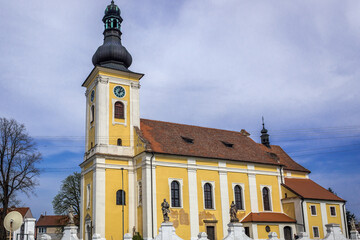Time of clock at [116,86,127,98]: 2:03
